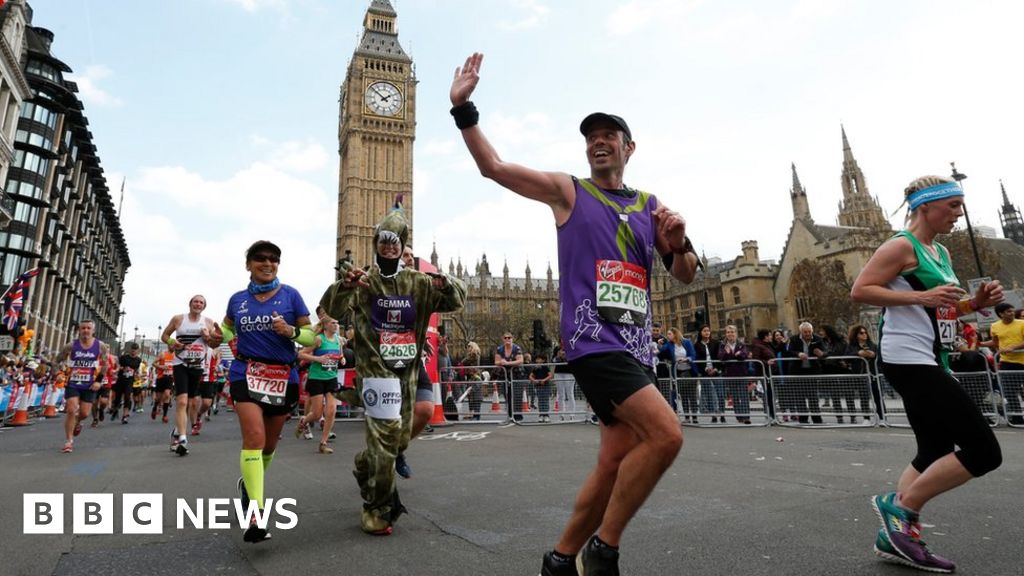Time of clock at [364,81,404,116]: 1:51
